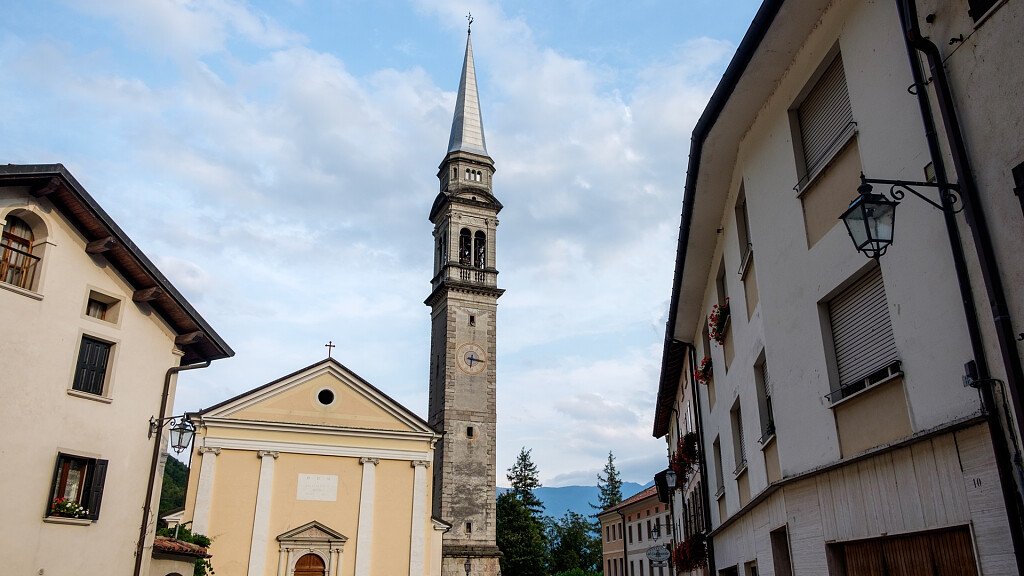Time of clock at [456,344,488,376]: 6:16
